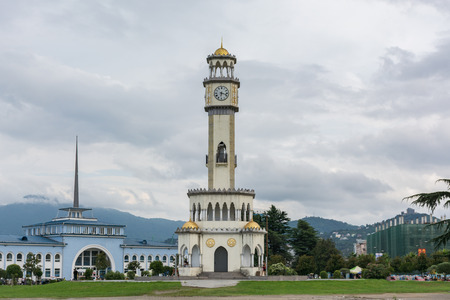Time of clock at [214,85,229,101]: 6:17
